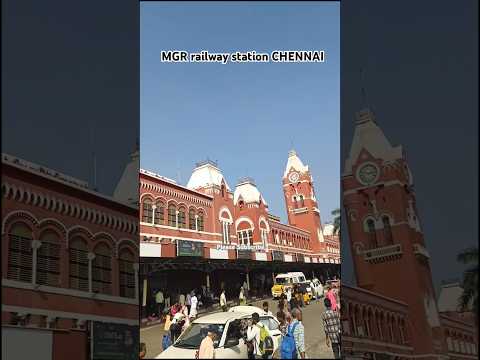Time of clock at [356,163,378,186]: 2:46
